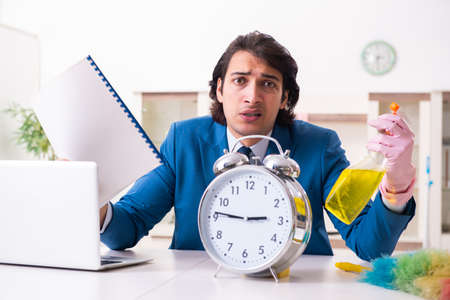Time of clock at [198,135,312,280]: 2:46
